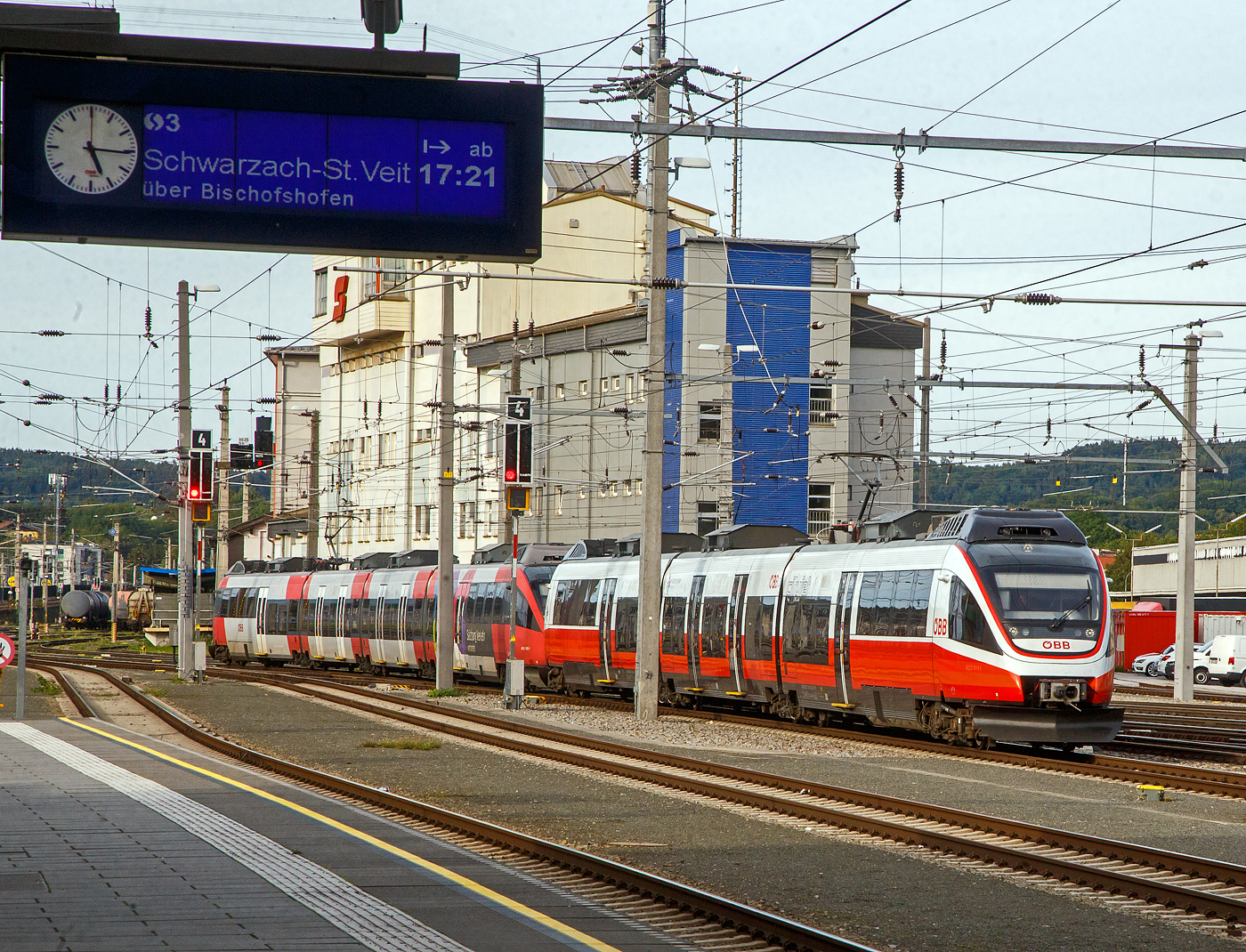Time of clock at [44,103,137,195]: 5:15
